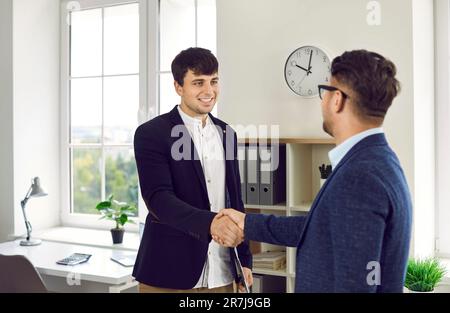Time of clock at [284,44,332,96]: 10:02
